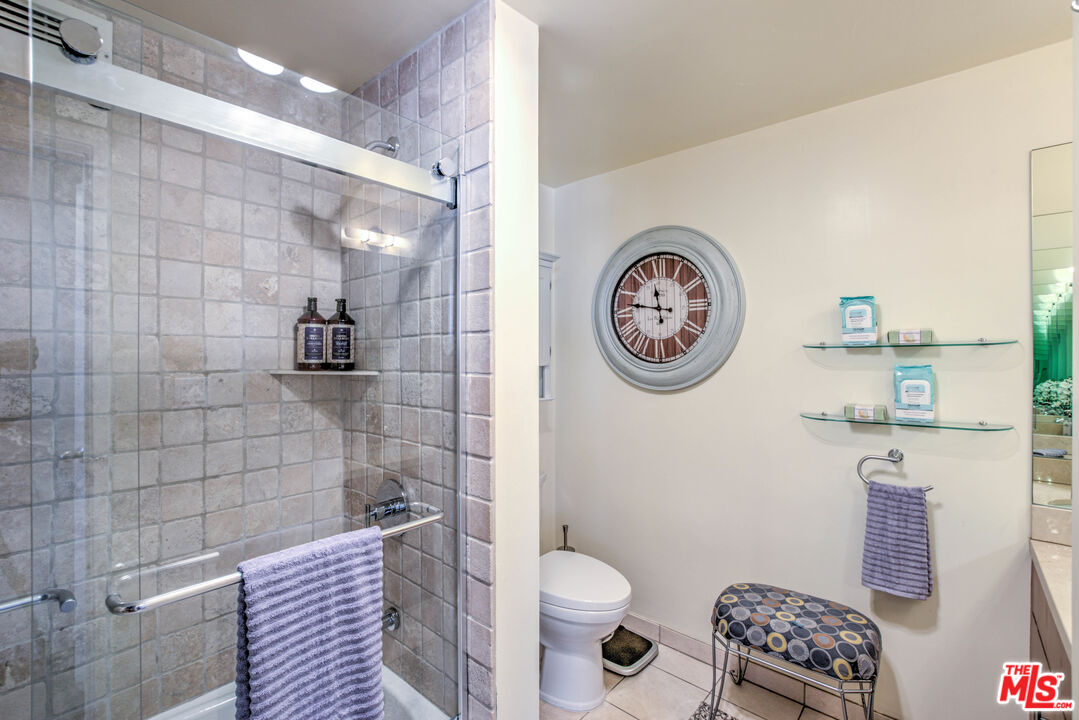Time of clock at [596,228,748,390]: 11:46
